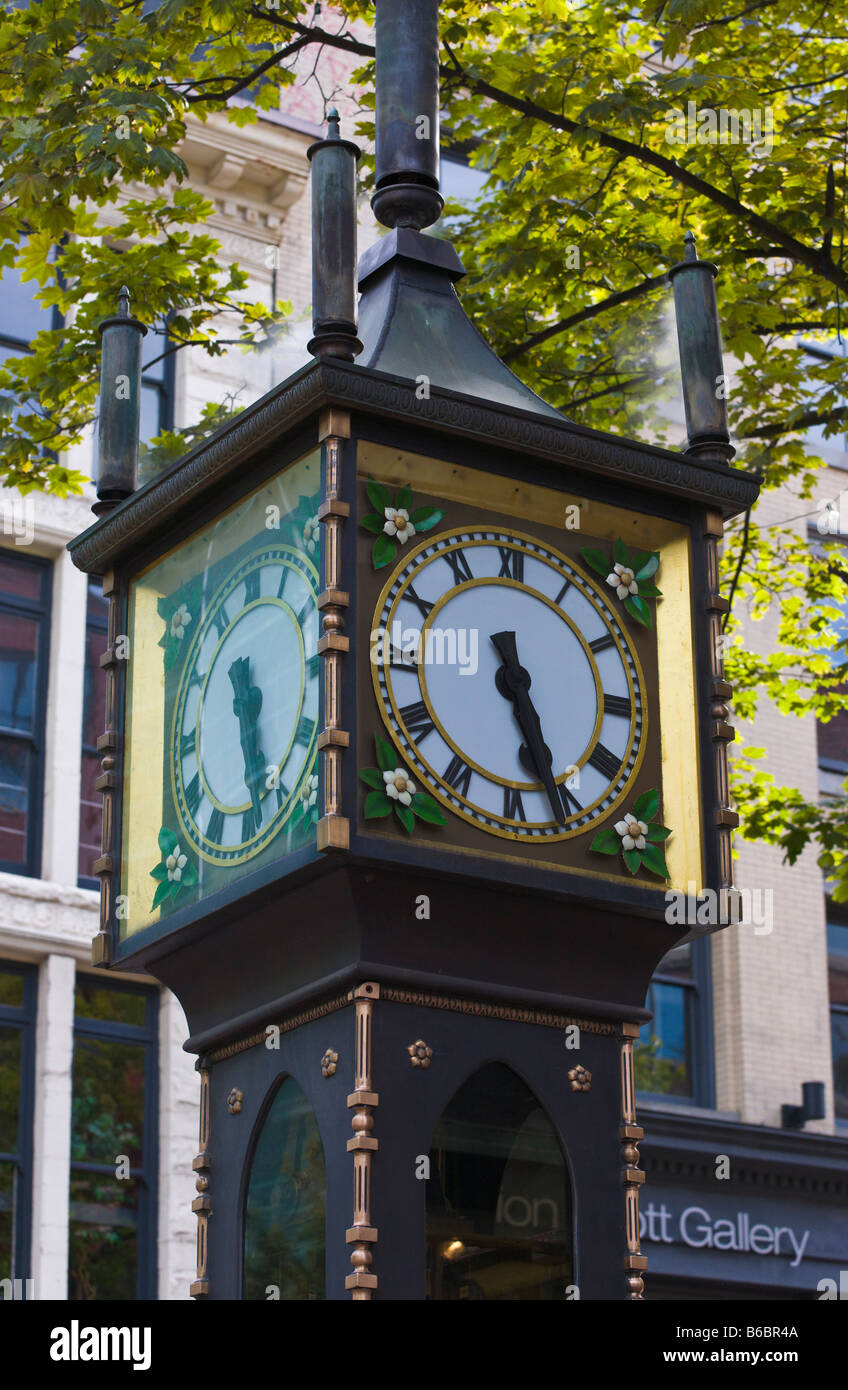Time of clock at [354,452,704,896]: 5:26
